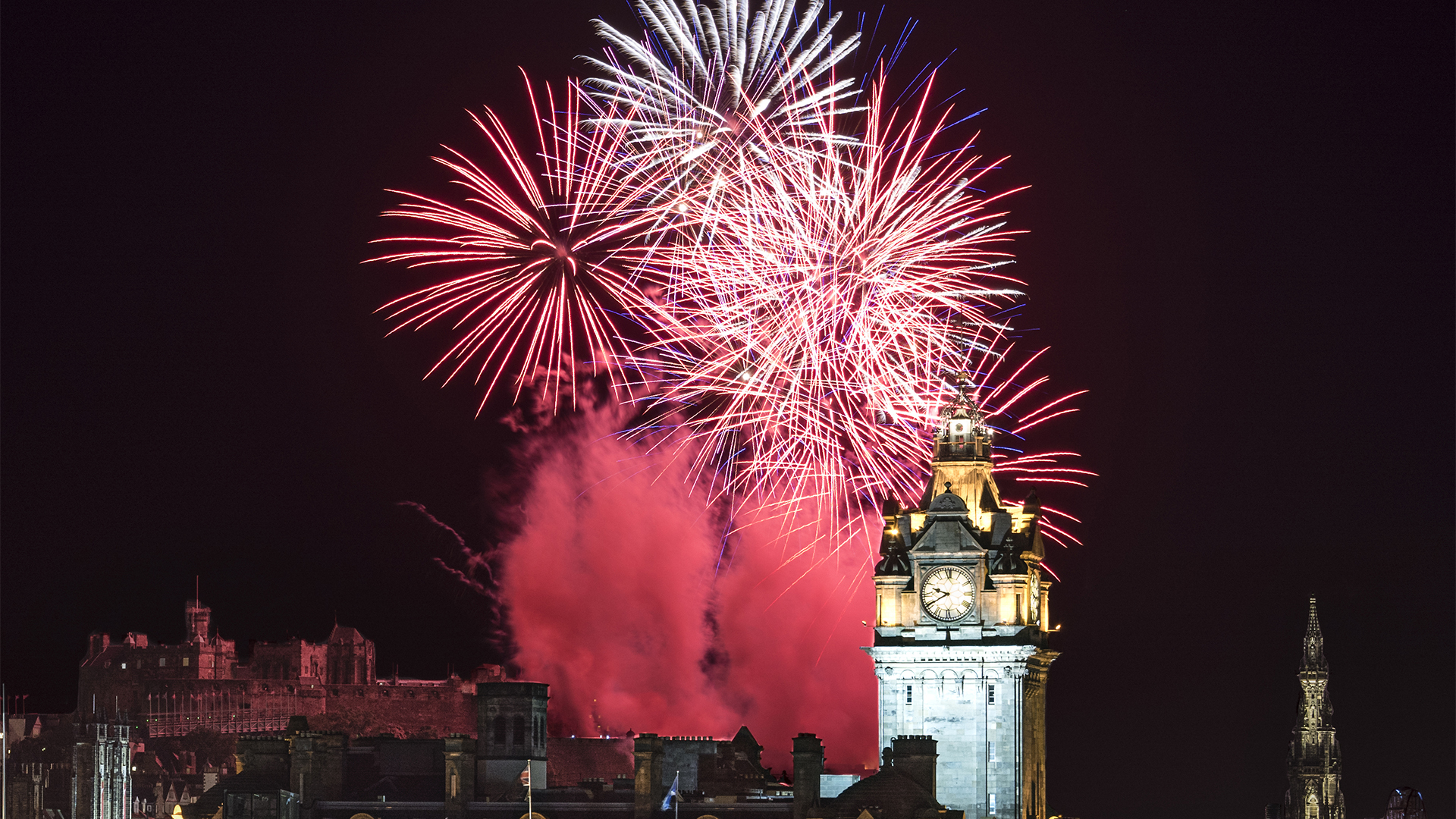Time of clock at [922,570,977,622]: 9:40
